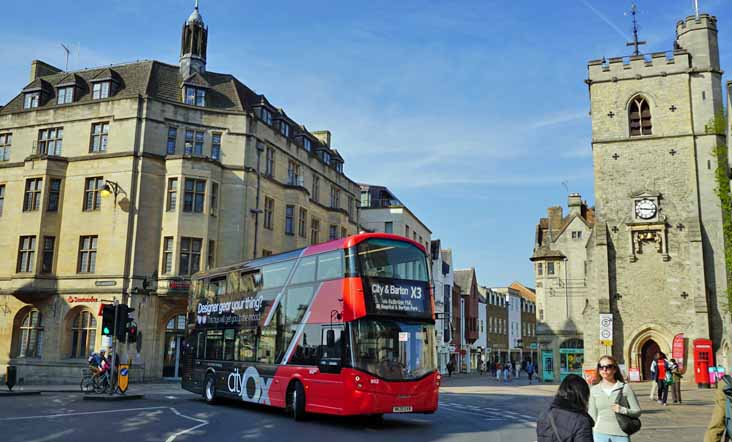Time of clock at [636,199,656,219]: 9:16
